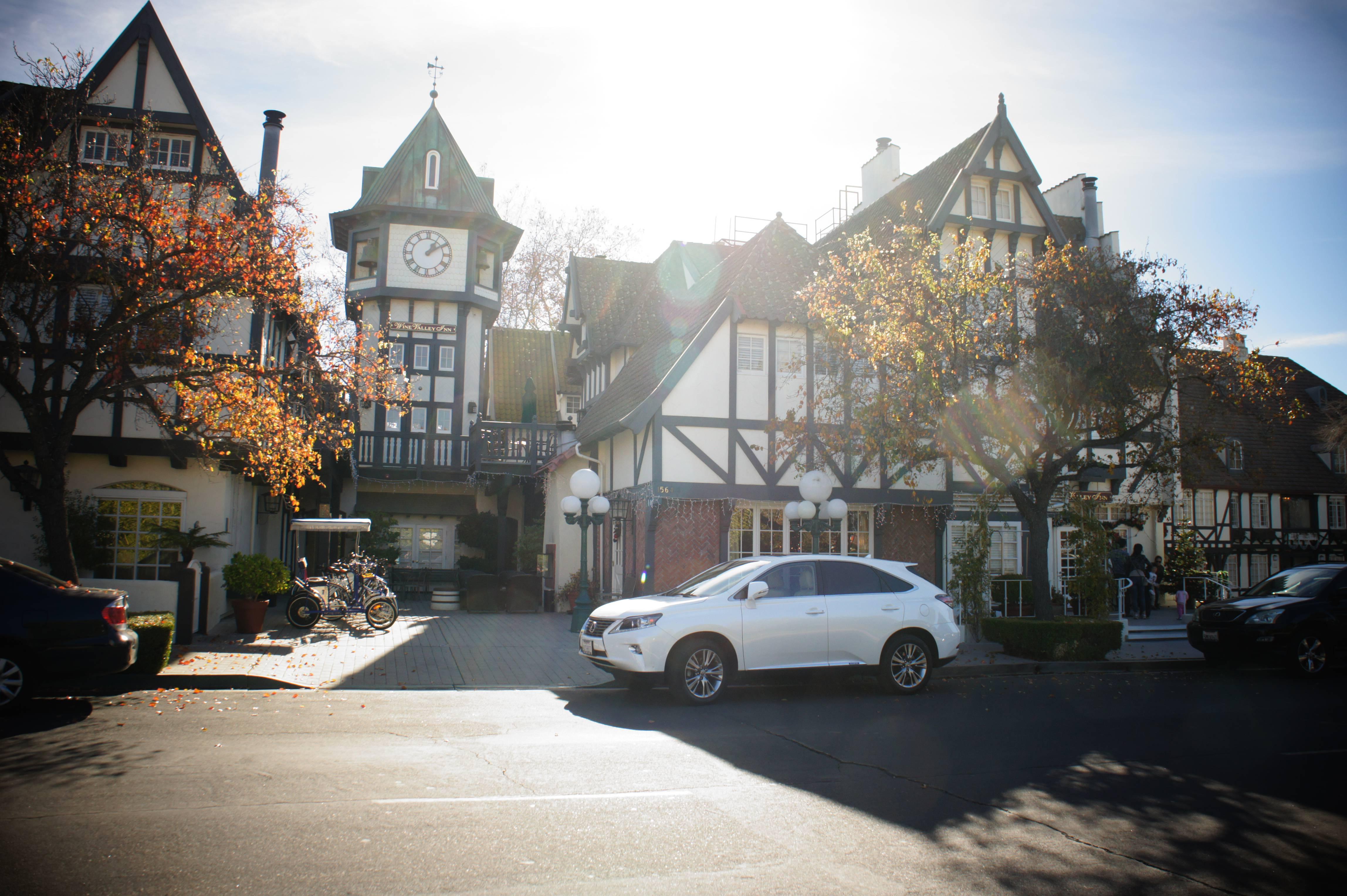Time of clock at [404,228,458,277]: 1:09
